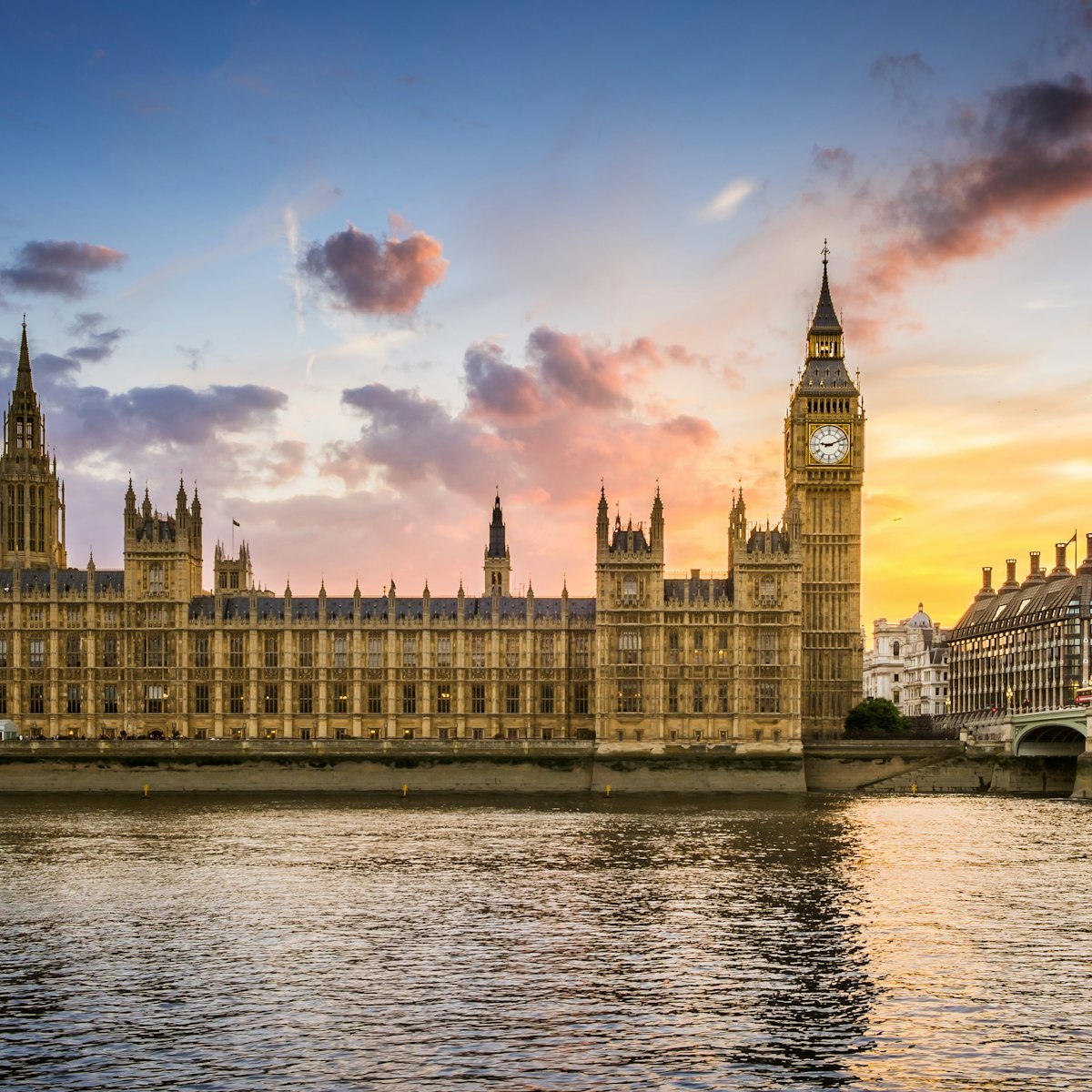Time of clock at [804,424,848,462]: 9:11
